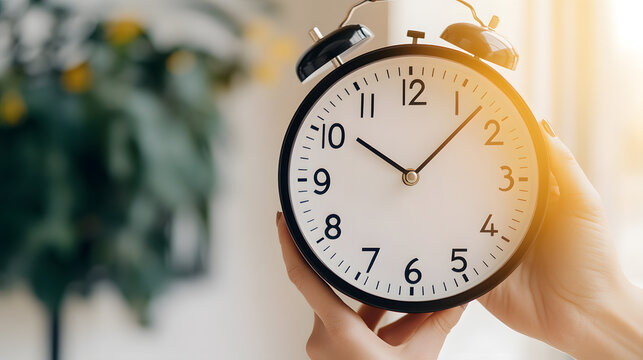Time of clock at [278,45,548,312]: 10:07
